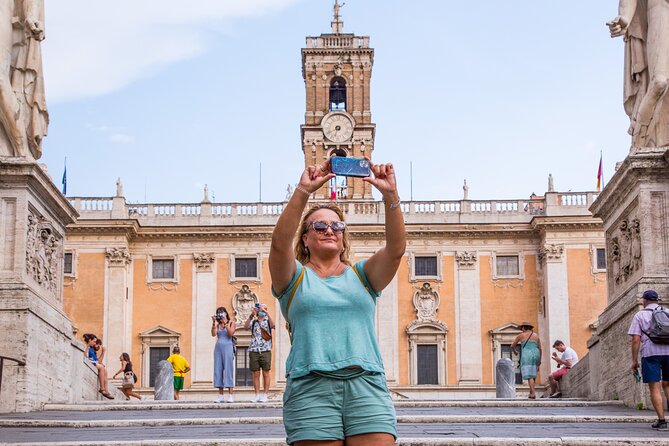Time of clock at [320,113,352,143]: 6:40
